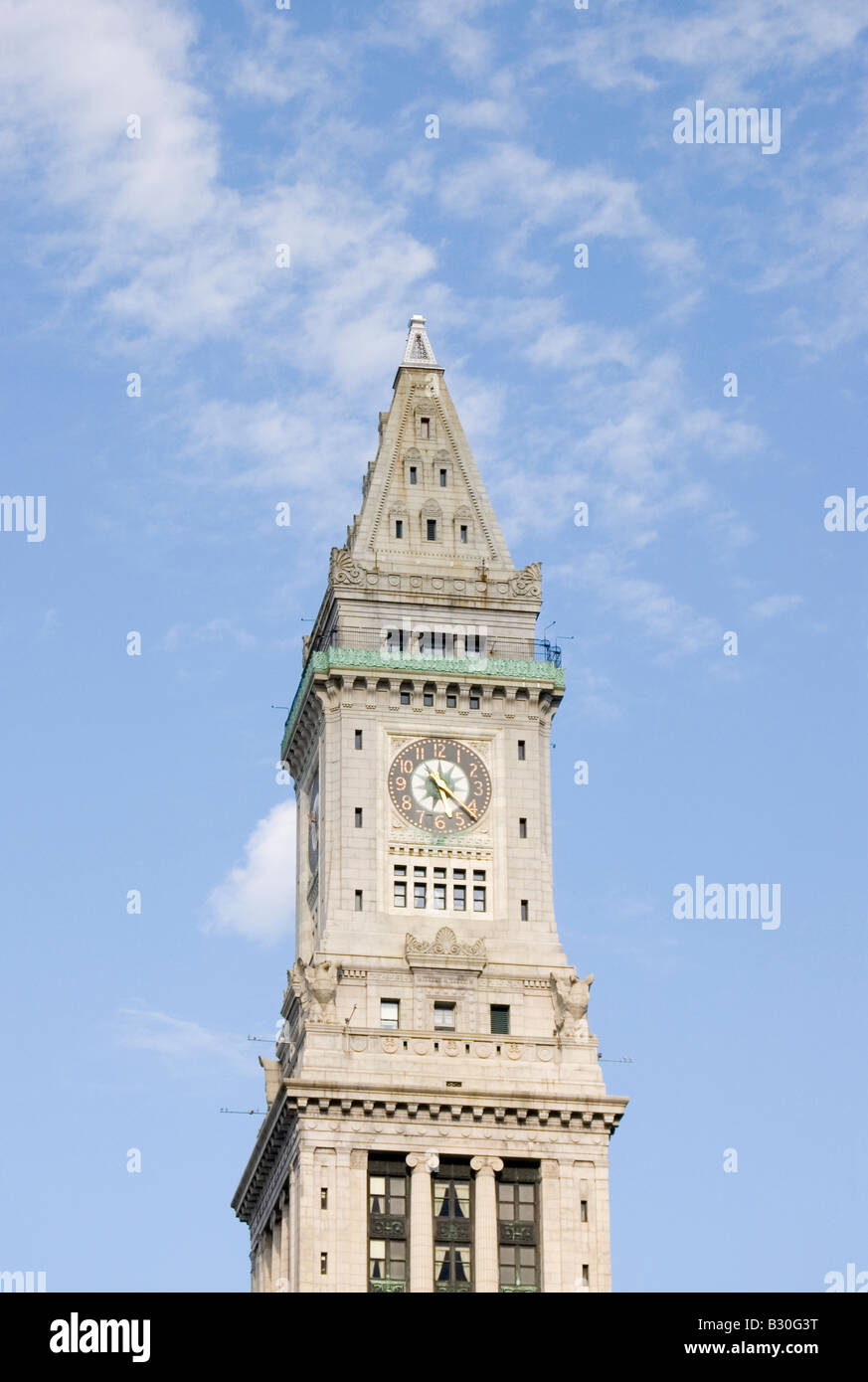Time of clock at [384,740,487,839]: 6:22
